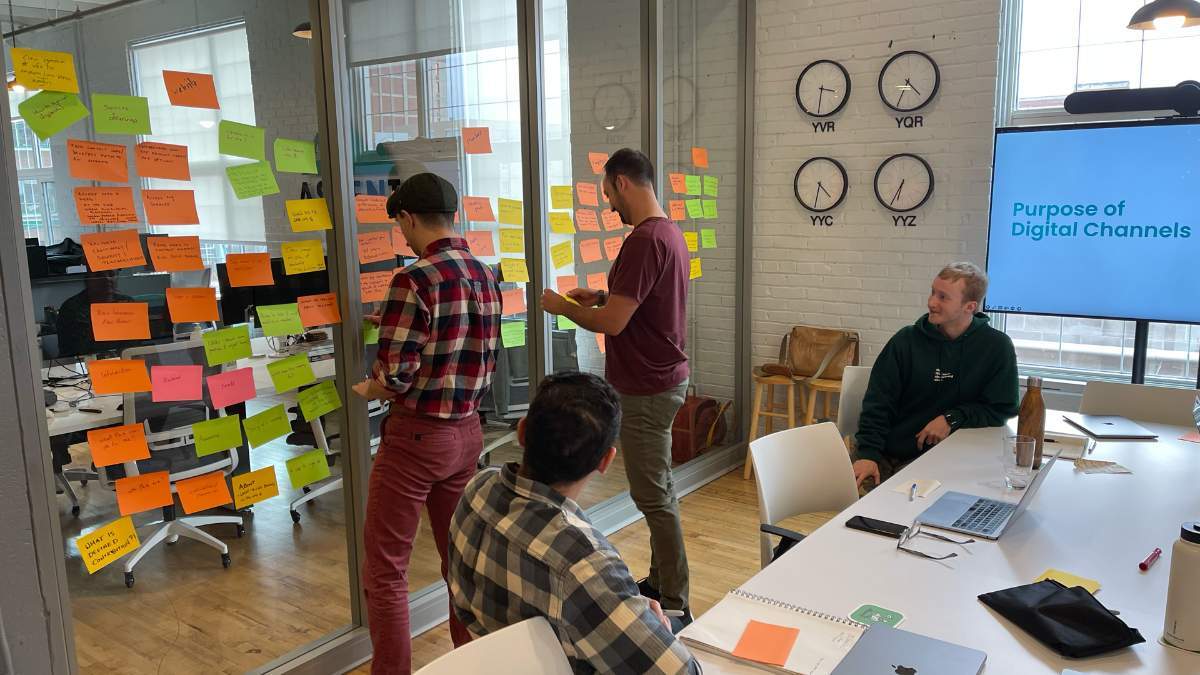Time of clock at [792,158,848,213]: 4:31
